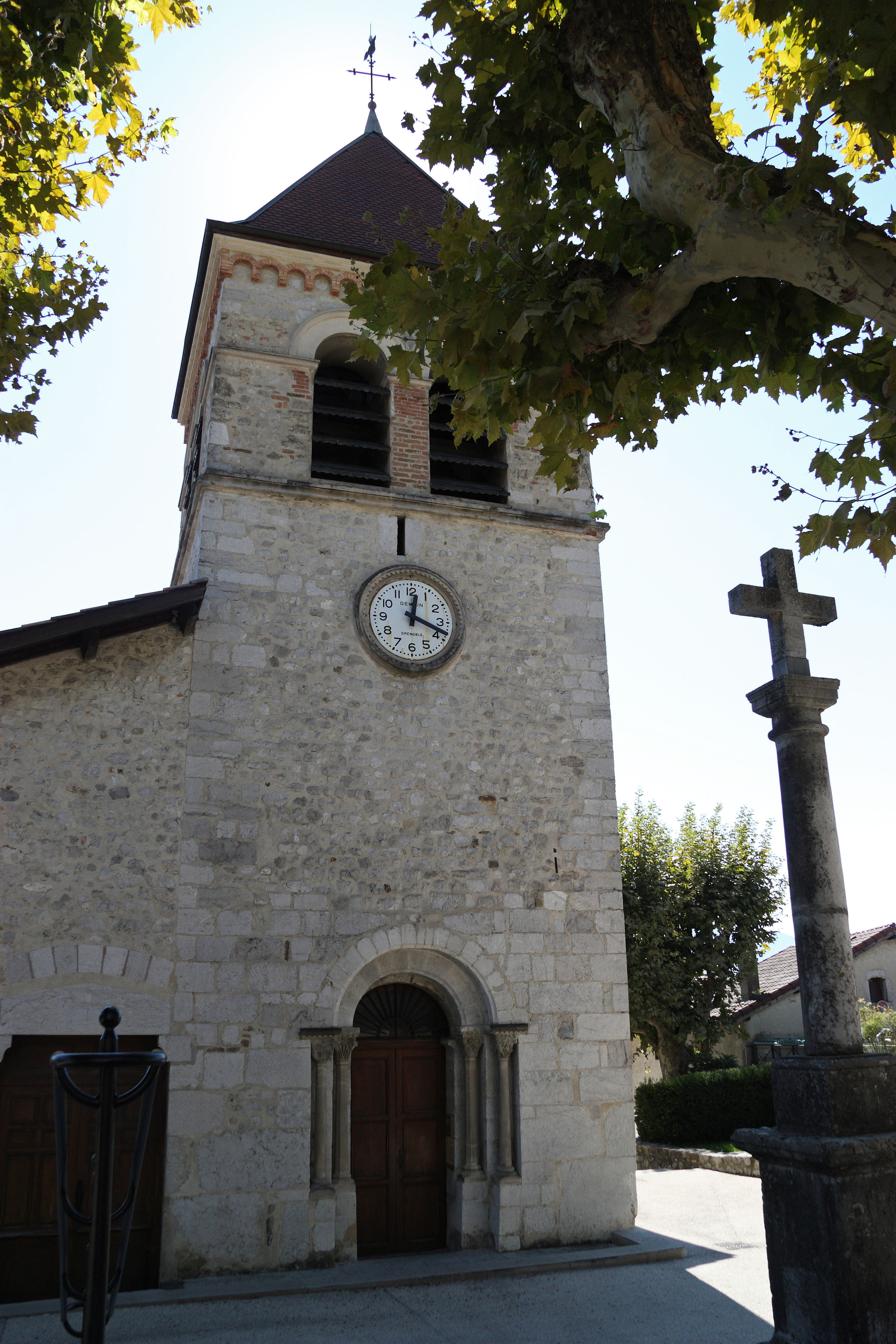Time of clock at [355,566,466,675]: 12:18
